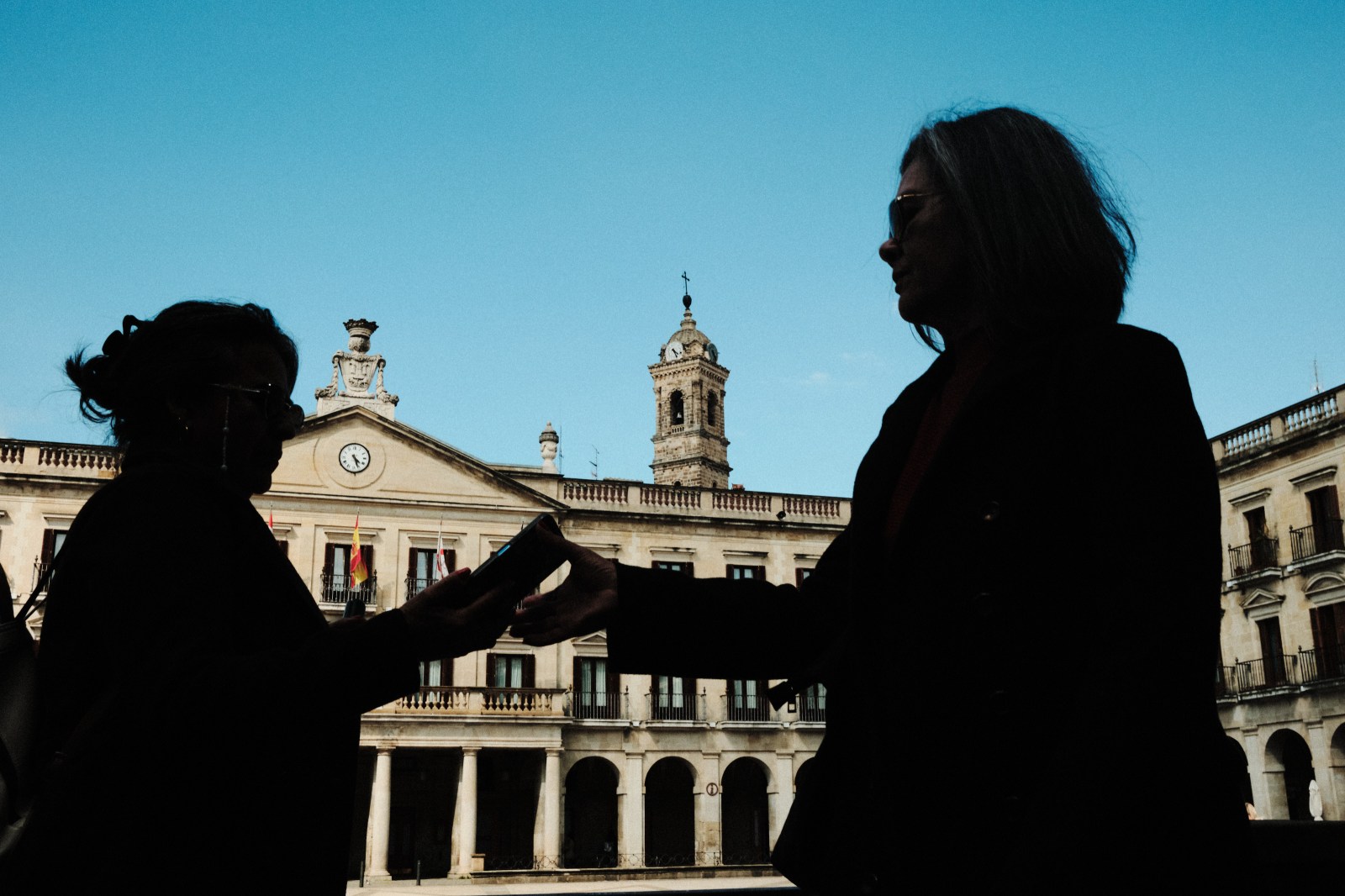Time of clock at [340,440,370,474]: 4:26
